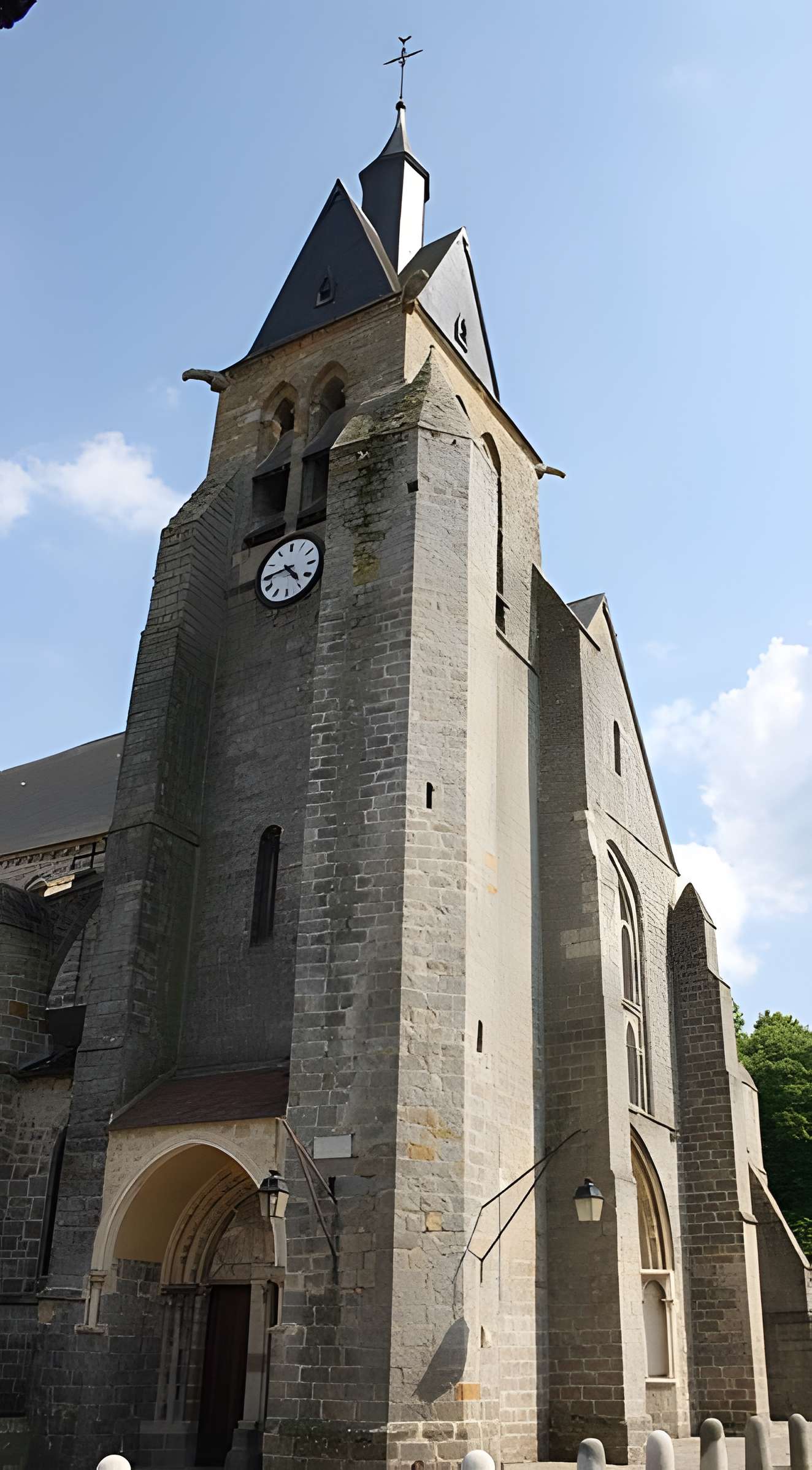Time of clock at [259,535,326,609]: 4:44
